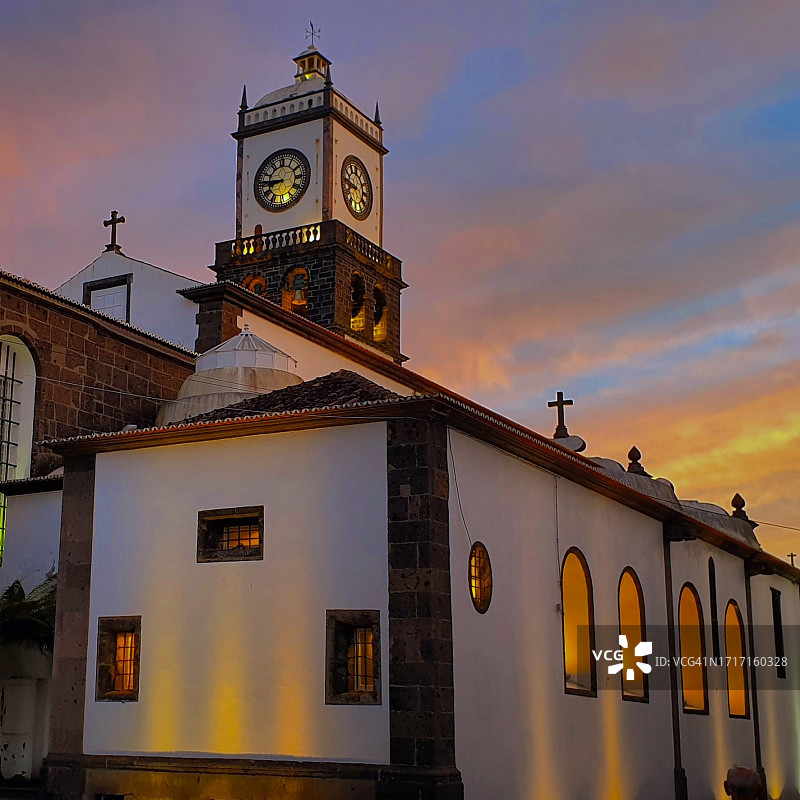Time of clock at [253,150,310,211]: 8:45
